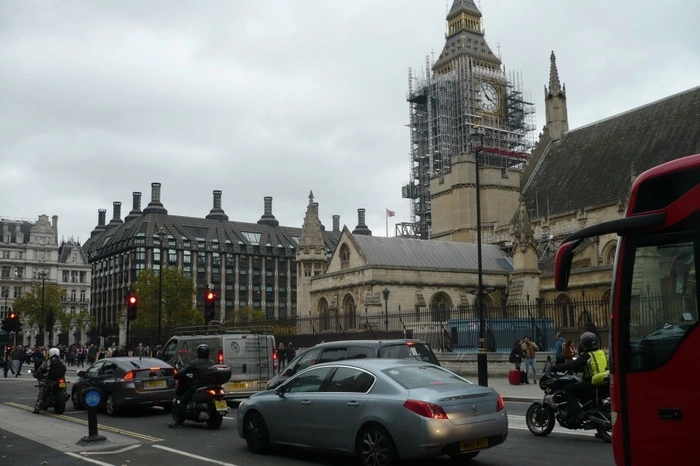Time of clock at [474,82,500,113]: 3:54
